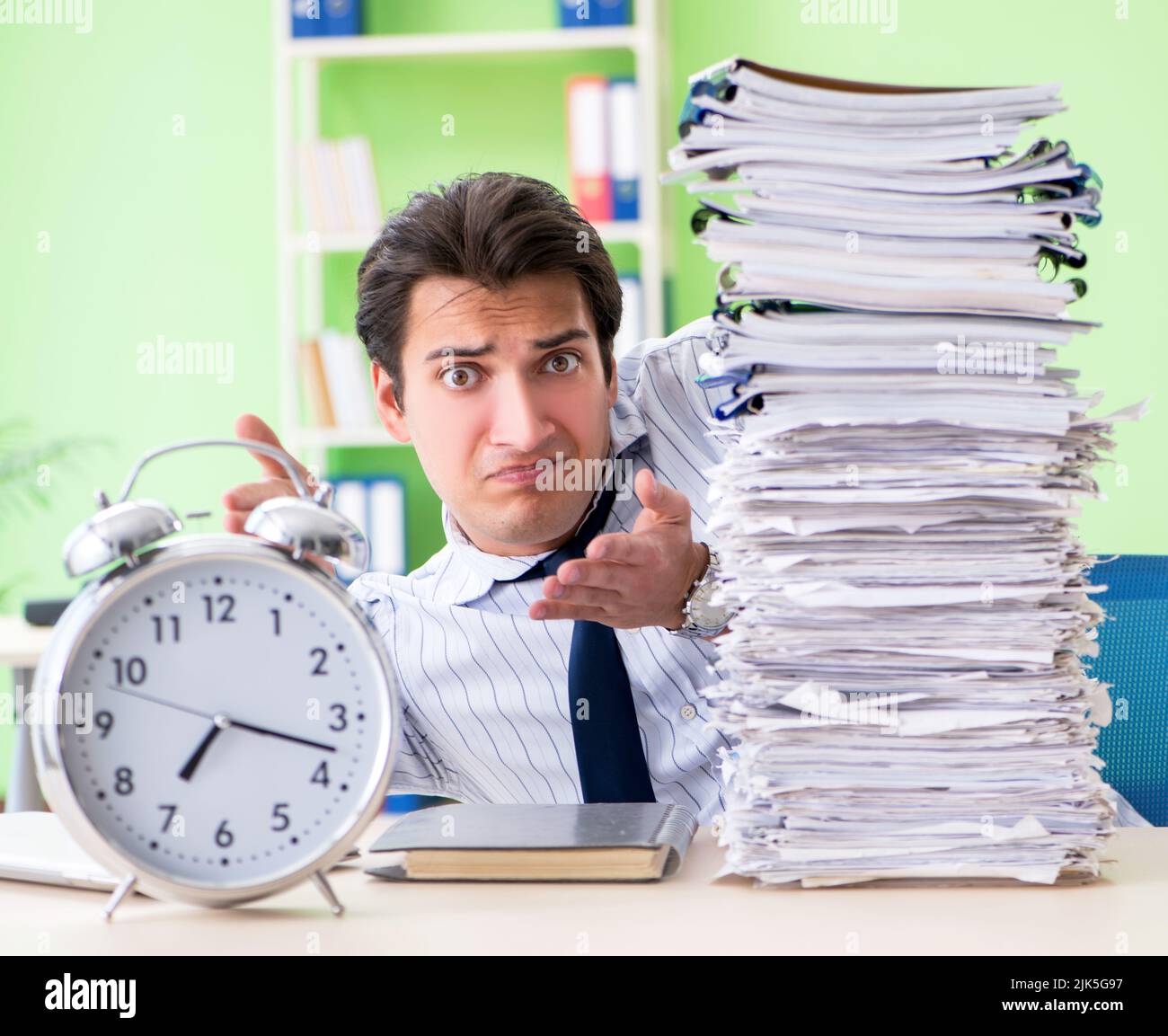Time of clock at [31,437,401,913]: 7:17
